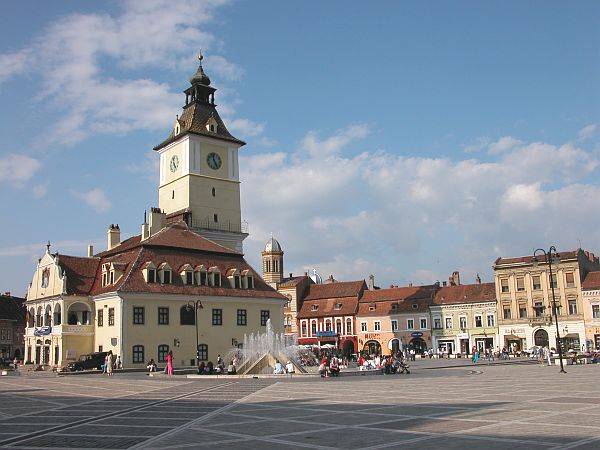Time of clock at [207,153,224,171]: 11:25
